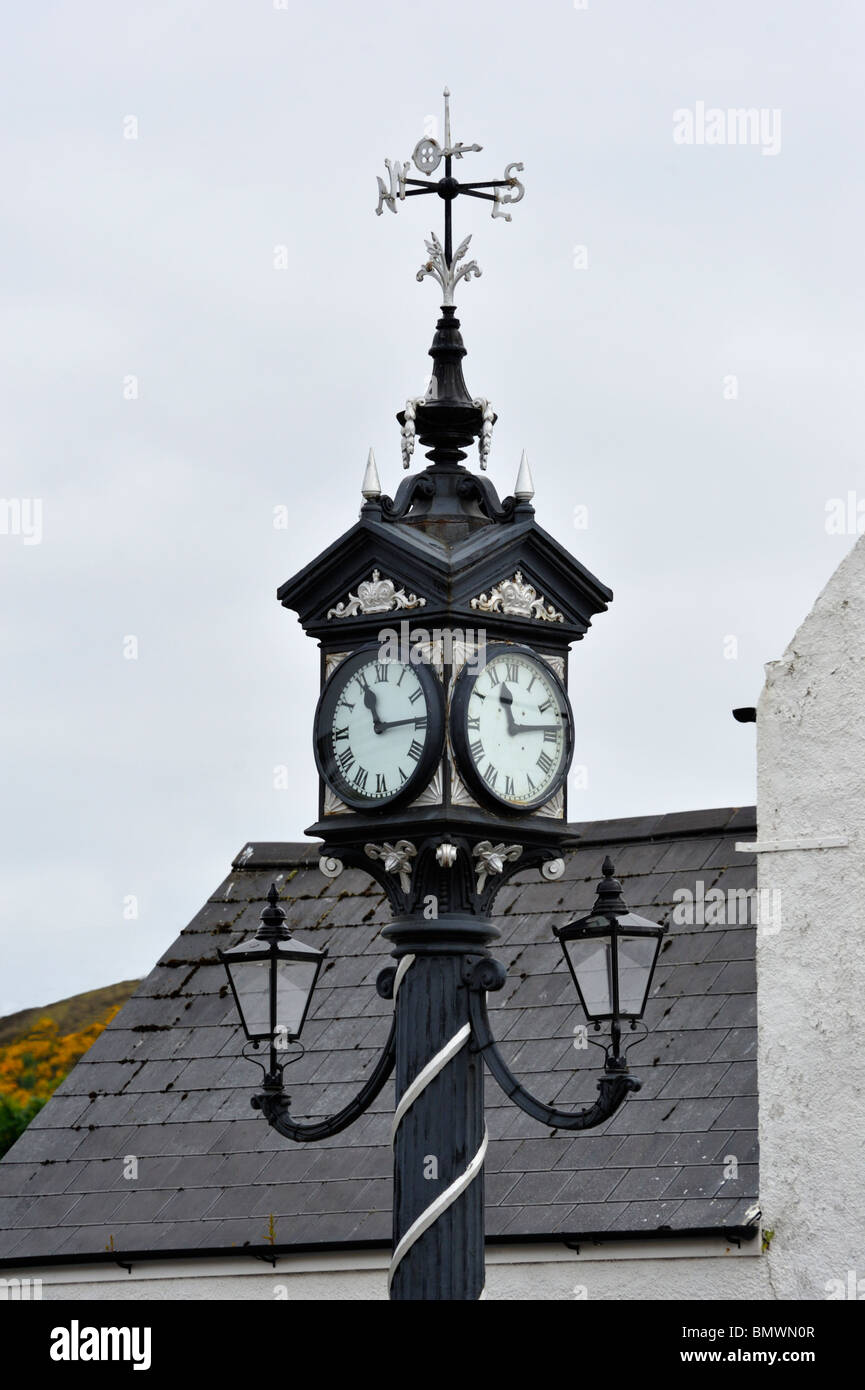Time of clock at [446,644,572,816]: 11:13
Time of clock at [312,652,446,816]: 11:14
